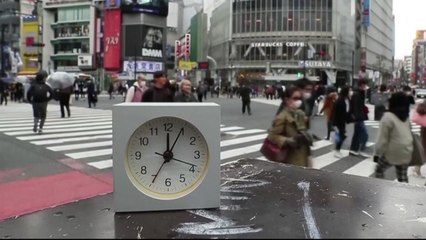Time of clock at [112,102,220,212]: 12:04
